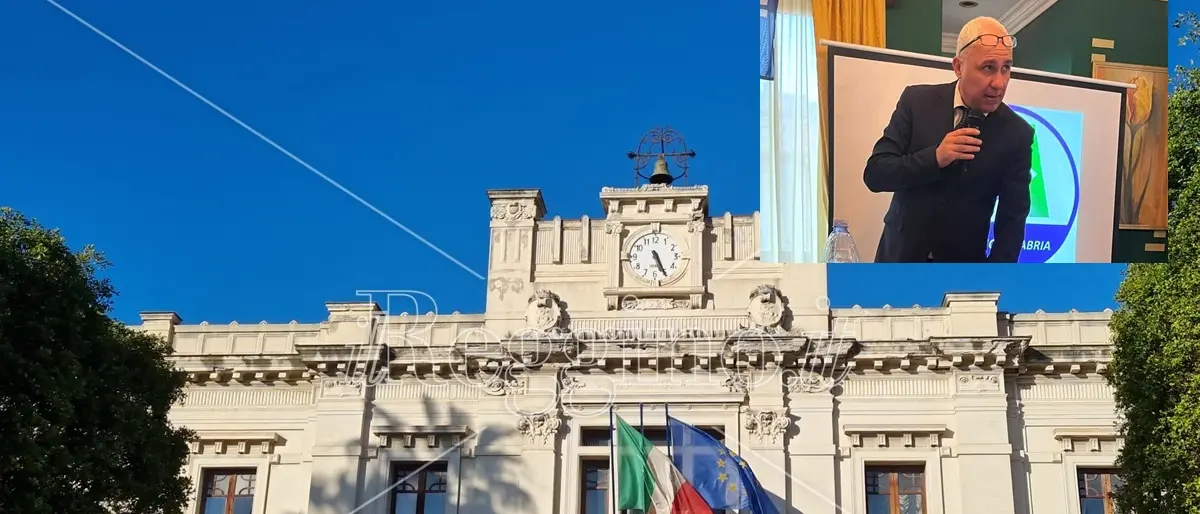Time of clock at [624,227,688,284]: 5:26
